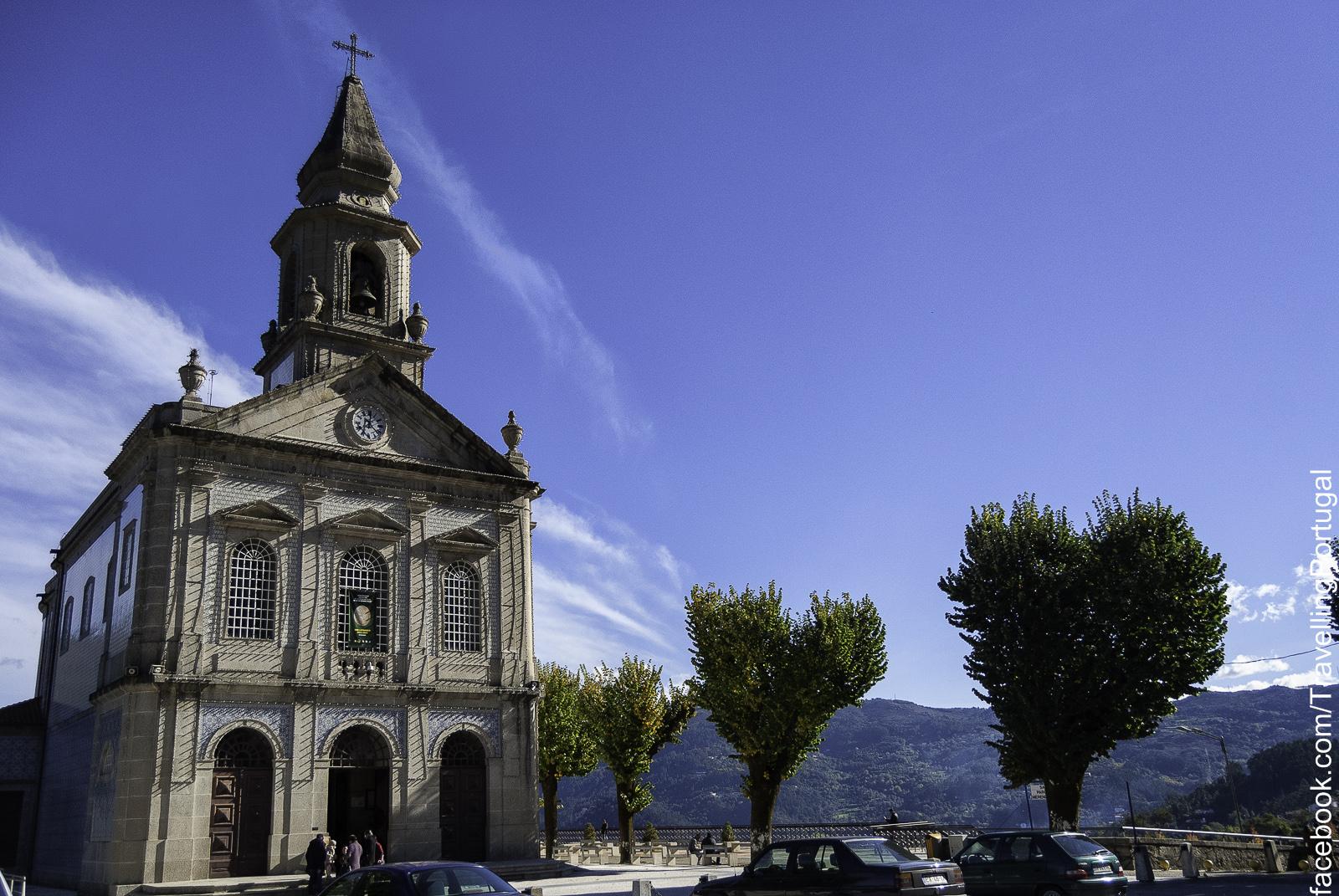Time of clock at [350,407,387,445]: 12:22
